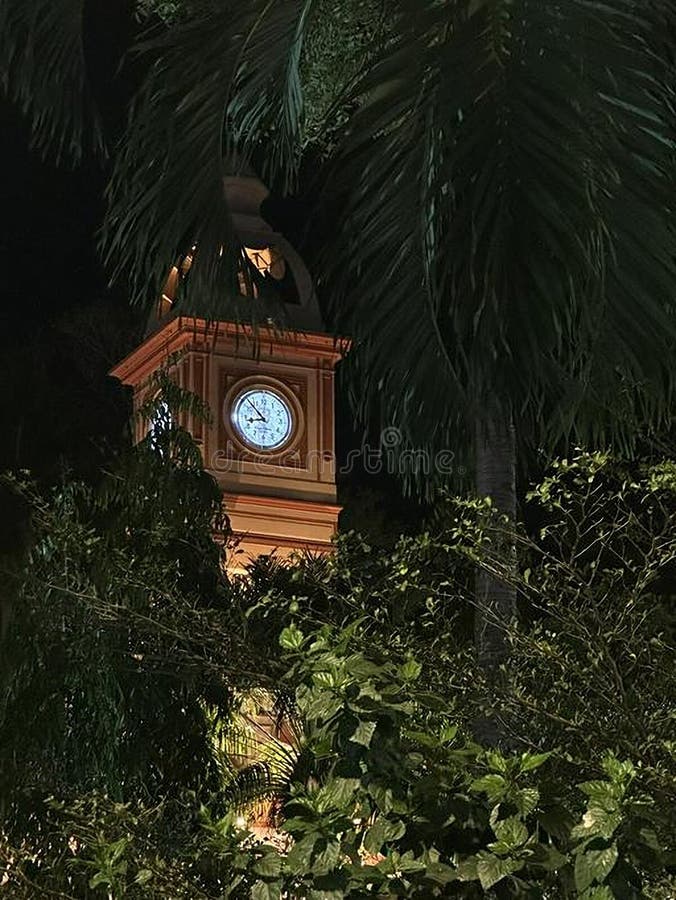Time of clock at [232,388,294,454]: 8:52
